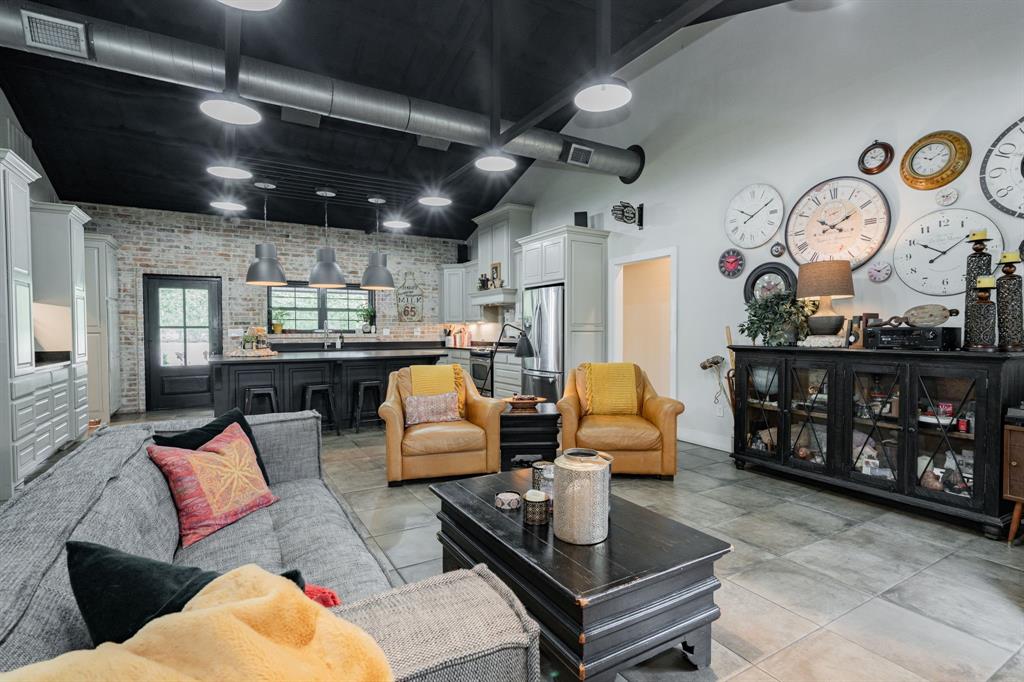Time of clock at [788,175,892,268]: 1:50
